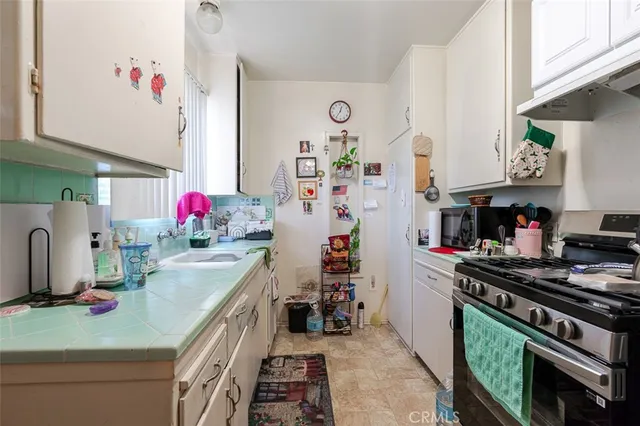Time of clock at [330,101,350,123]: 12:36
